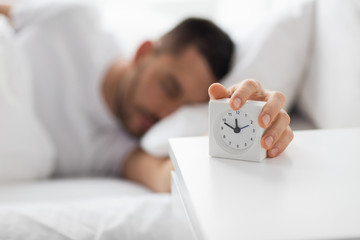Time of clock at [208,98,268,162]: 11:48
